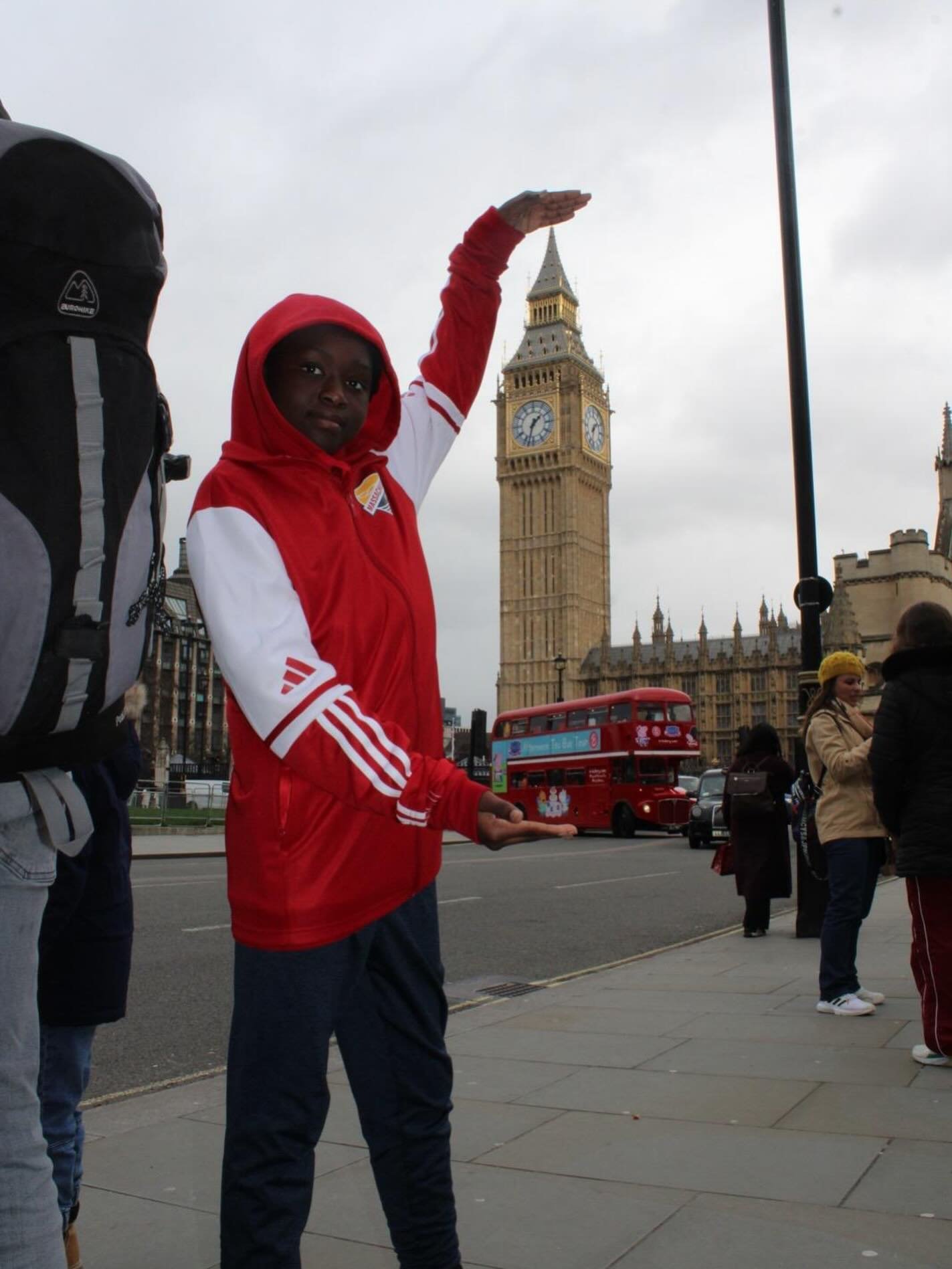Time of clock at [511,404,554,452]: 1:32
